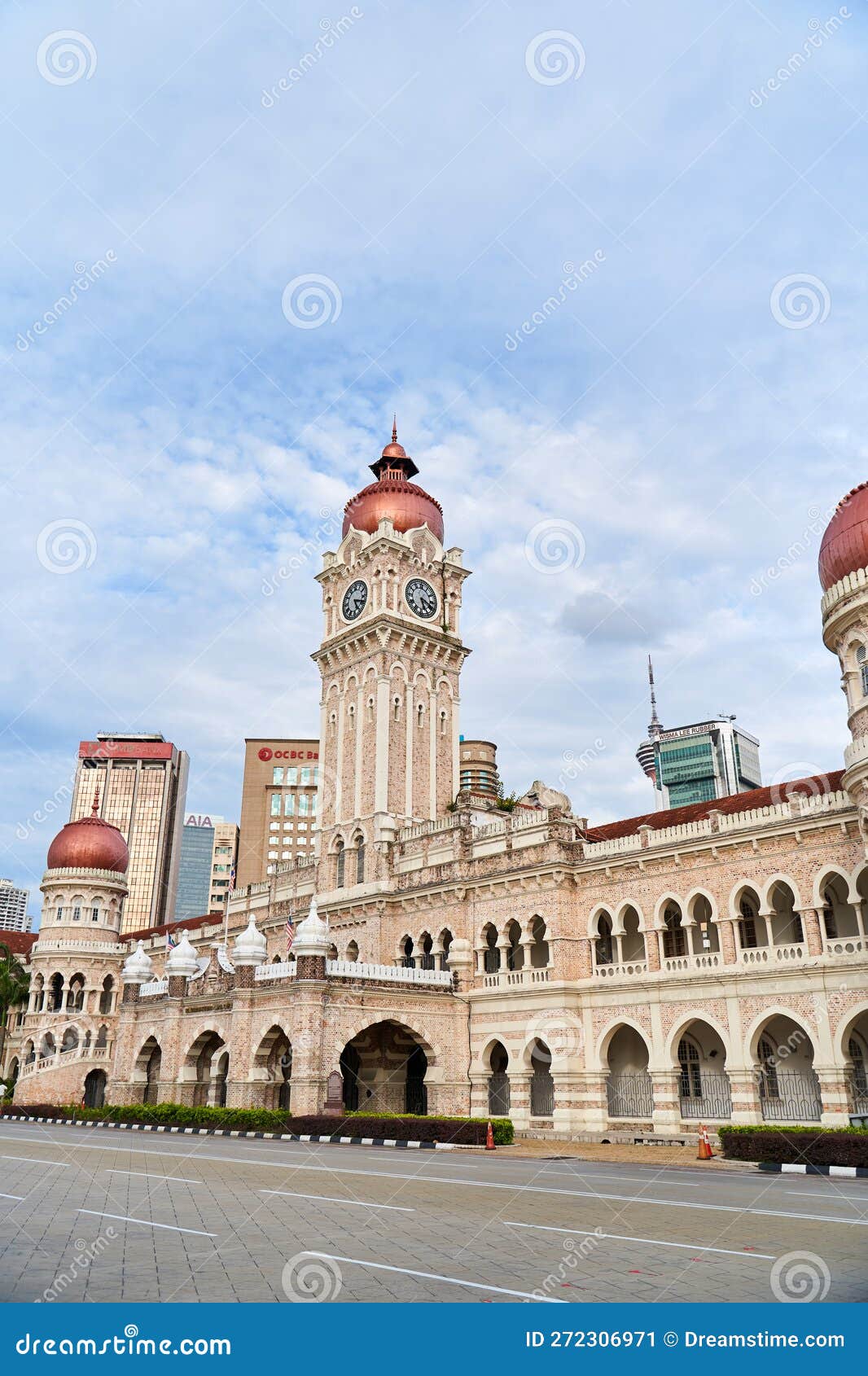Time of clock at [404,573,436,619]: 5:18
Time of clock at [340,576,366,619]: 5:18
